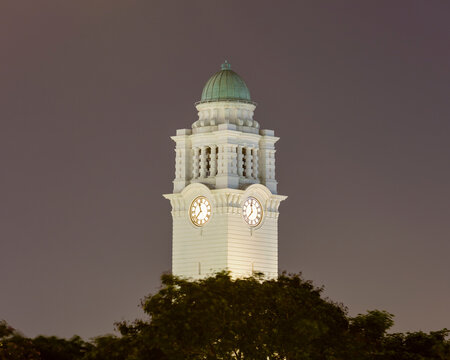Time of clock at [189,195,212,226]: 11:36
